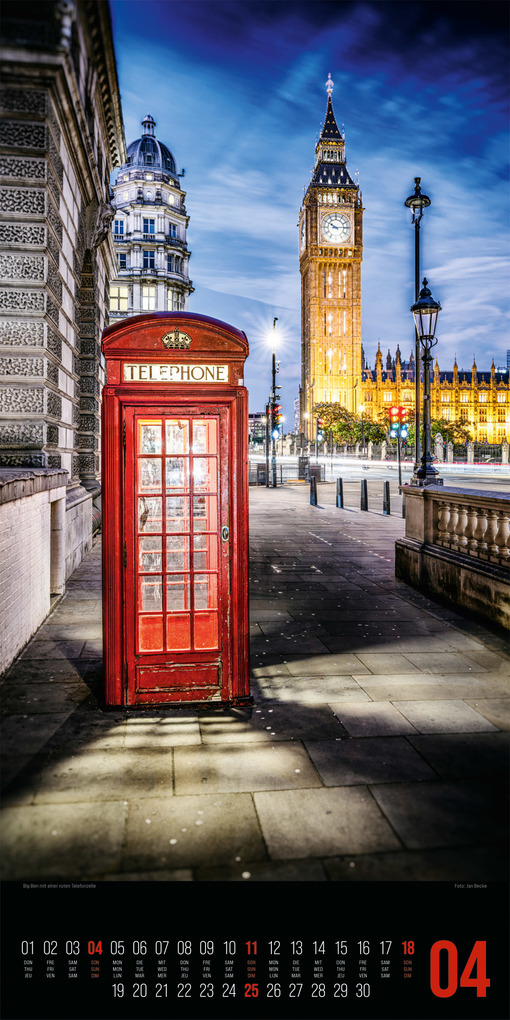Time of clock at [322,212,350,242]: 10:14
